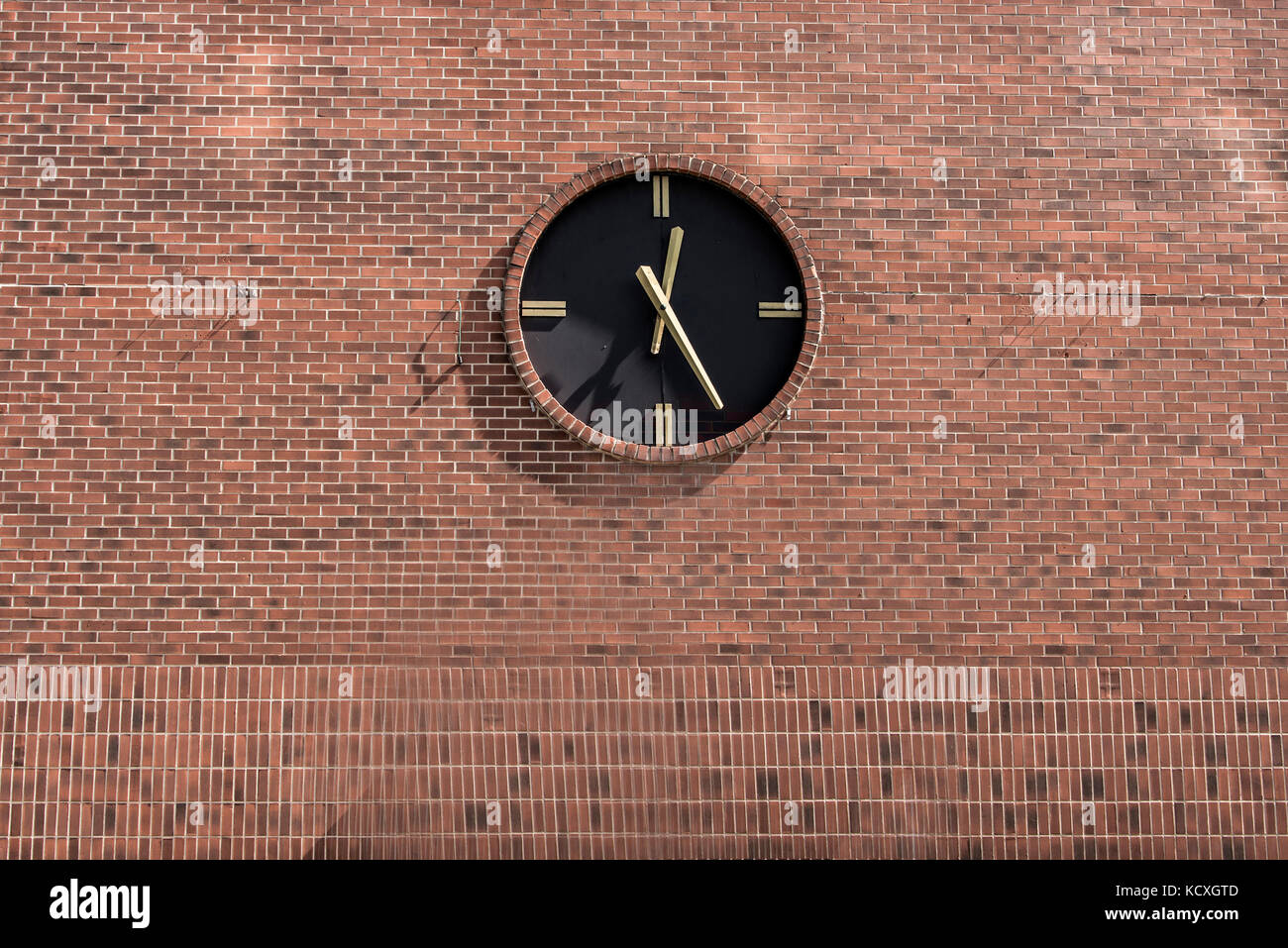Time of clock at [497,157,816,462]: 12:24
